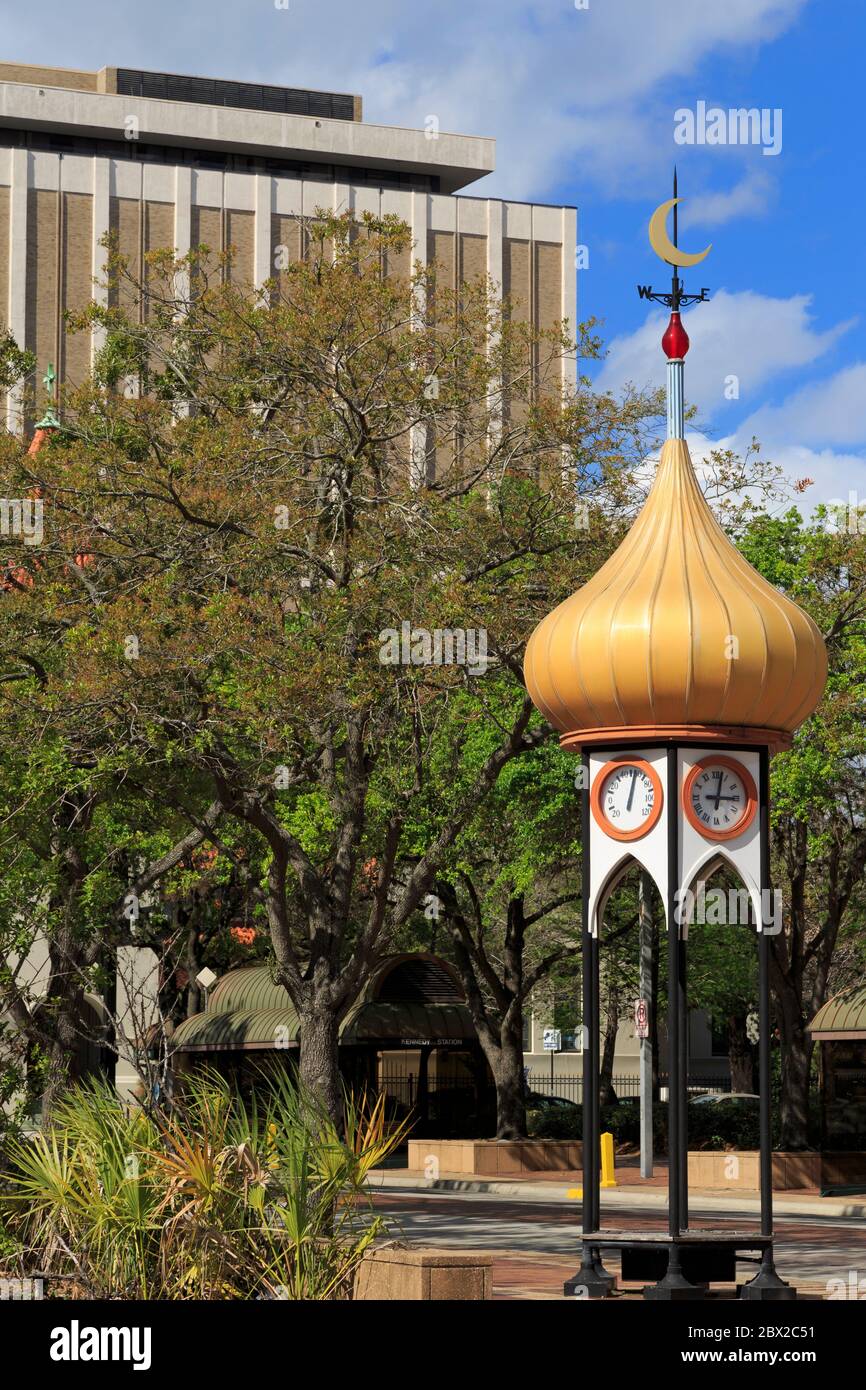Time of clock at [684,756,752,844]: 3:02
